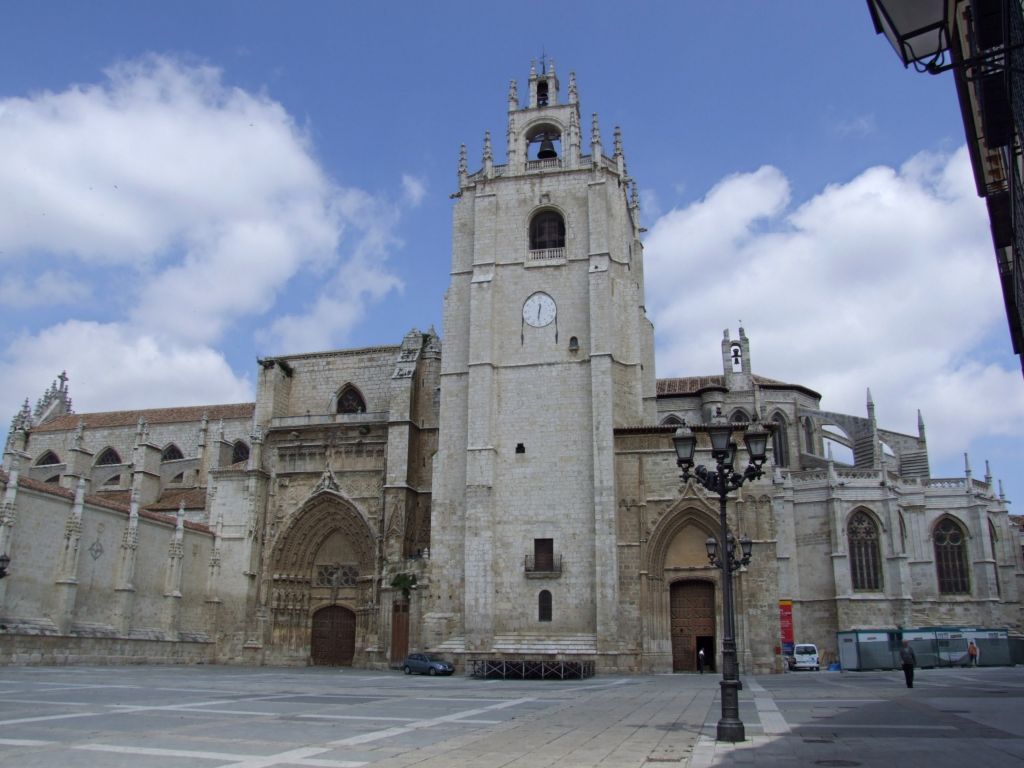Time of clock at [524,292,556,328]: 6:31
